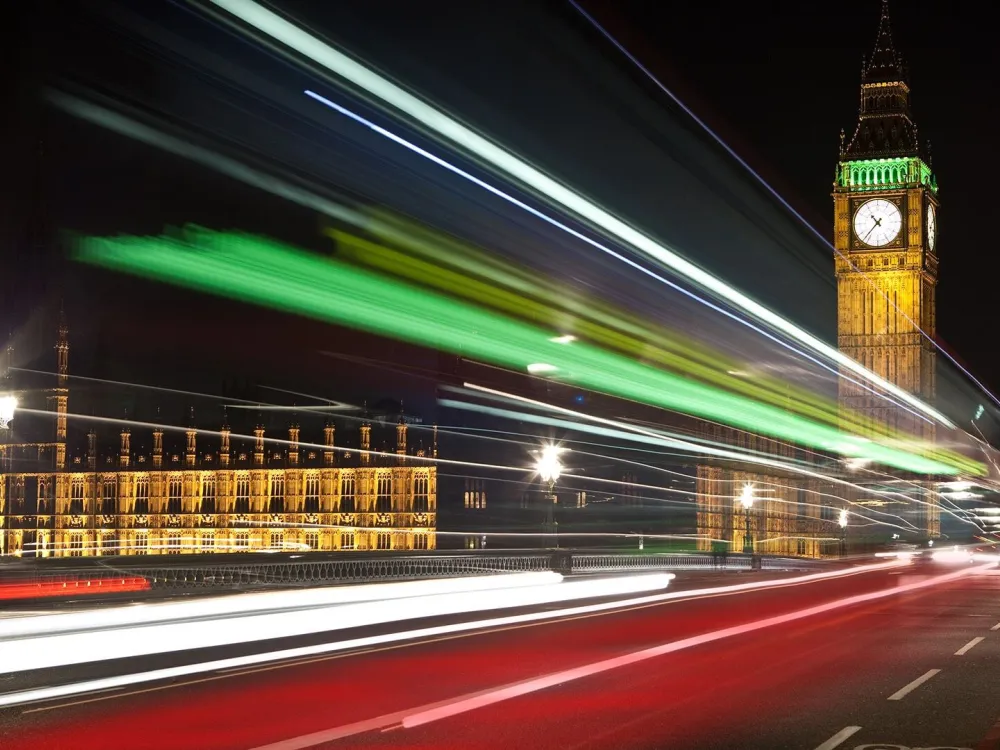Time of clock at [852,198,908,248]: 10:37
